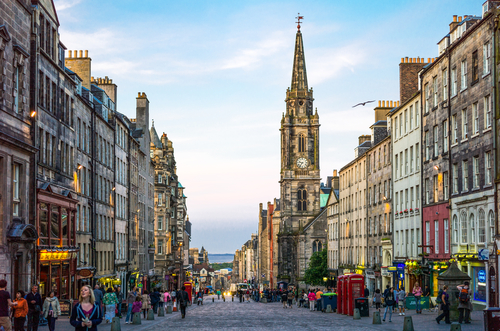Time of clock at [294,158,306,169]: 9:36
